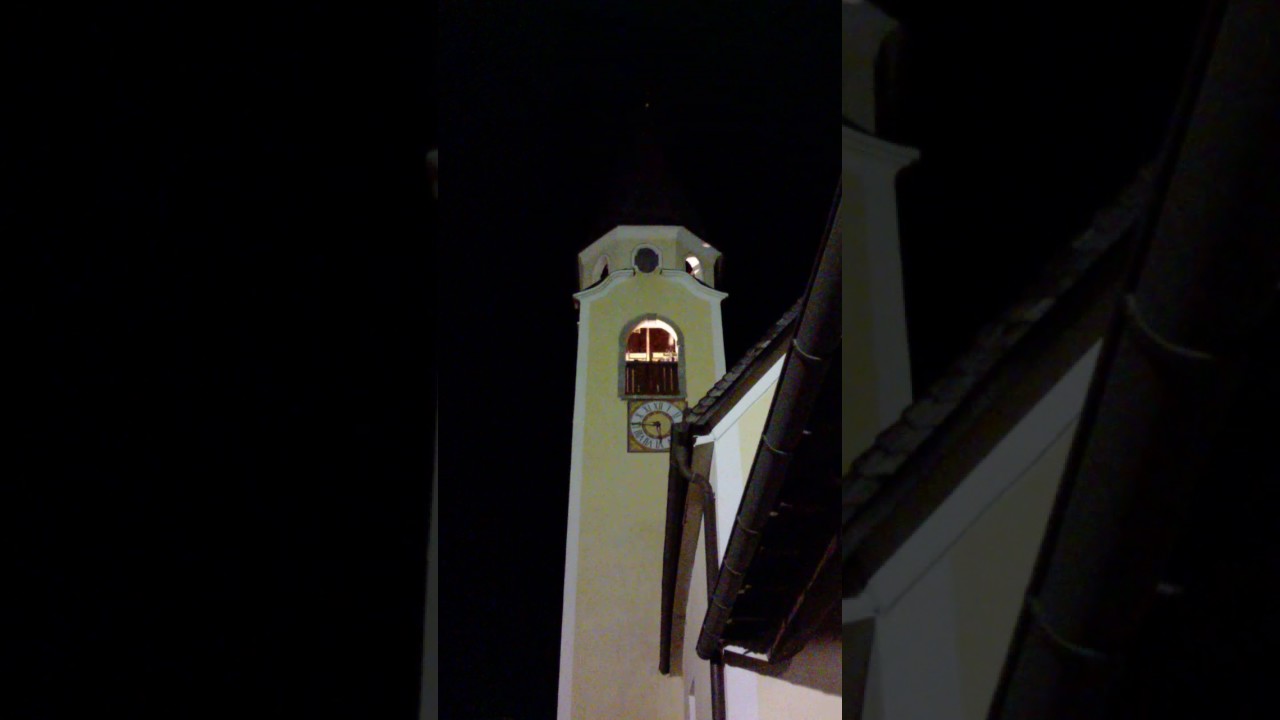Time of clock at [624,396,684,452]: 5:45
